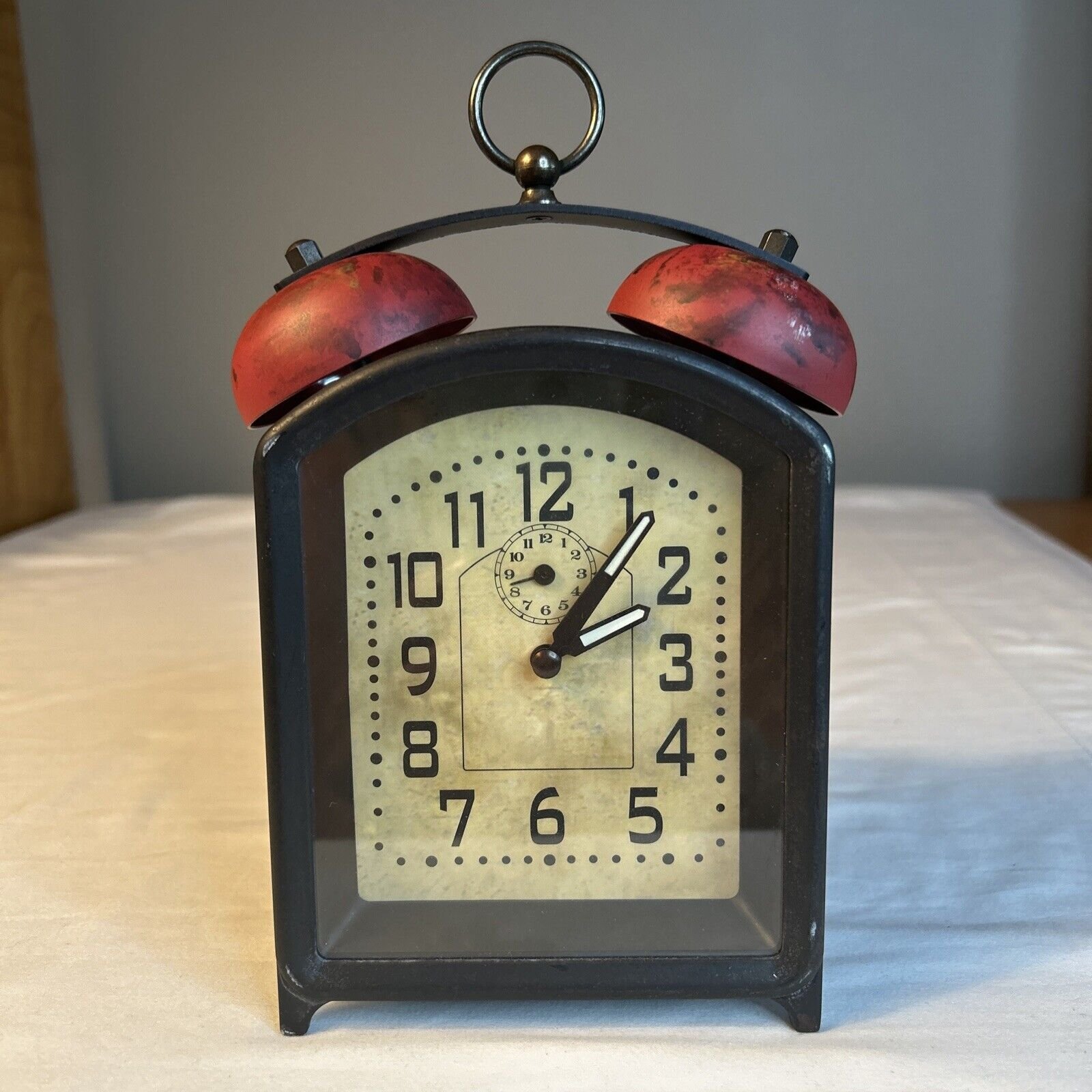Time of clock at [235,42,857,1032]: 2:06
